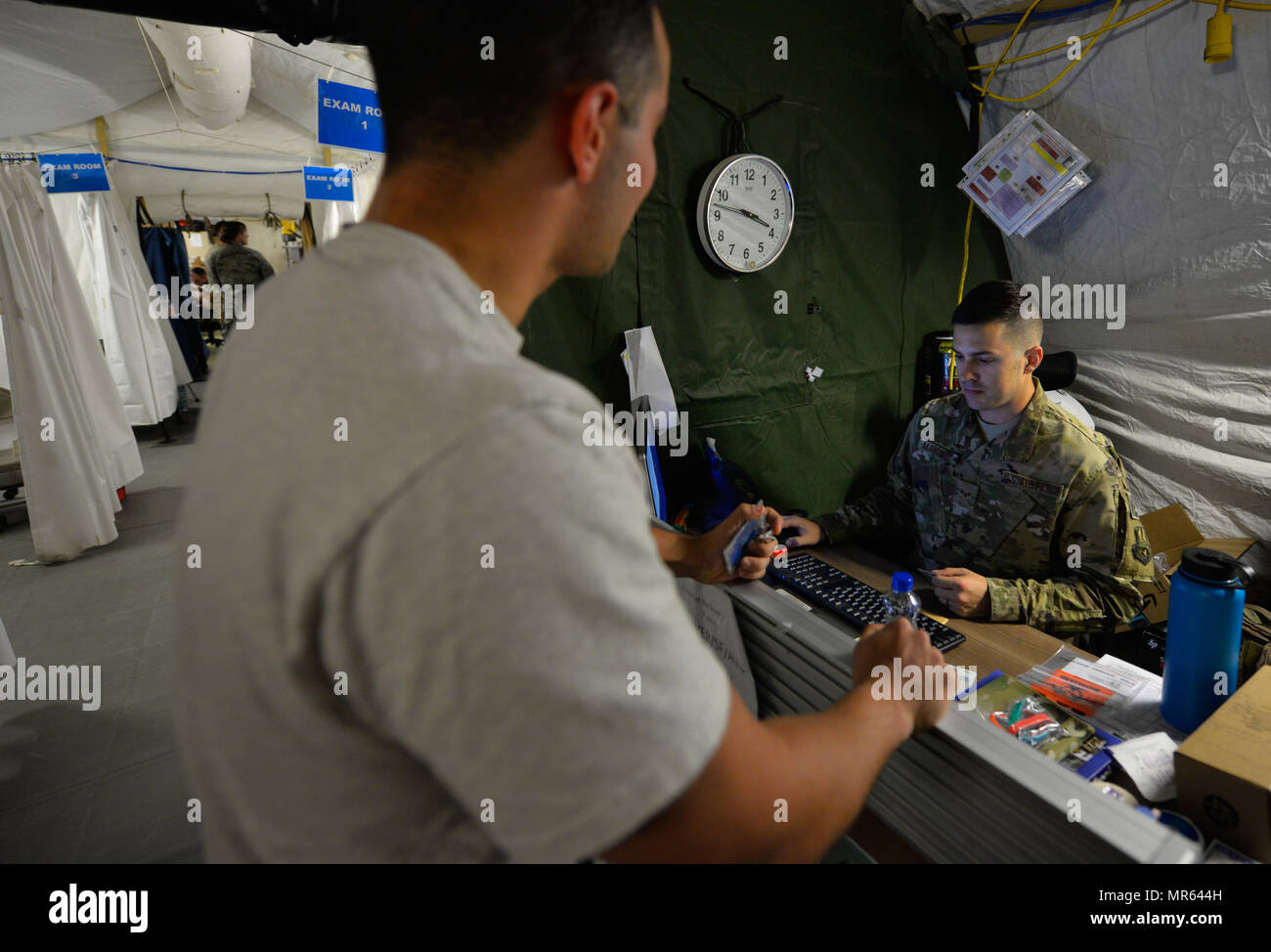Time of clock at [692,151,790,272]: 3:46
